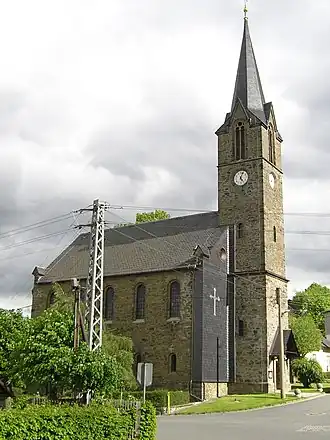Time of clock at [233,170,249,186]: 5:03
